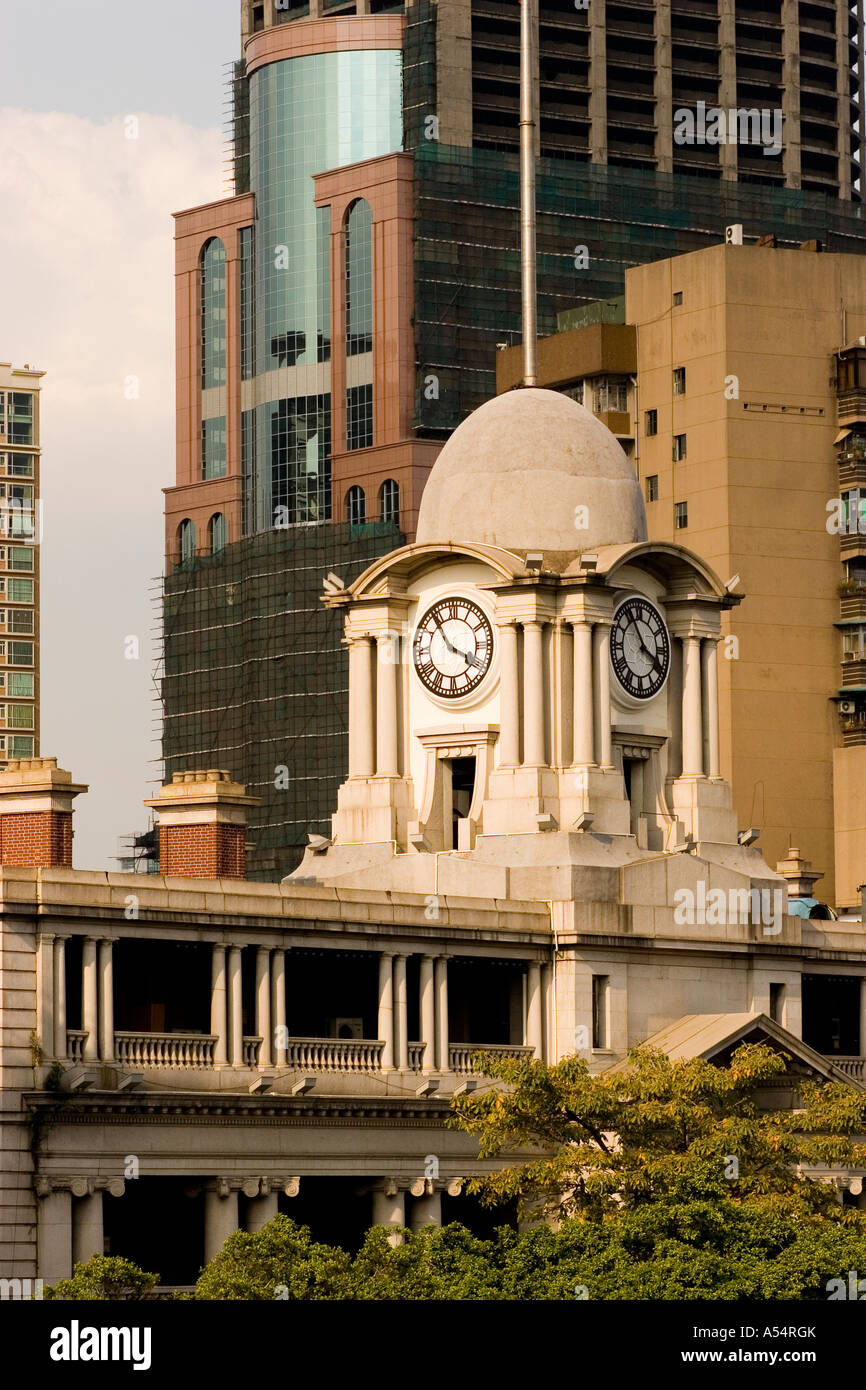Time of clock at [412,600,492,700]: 3:54
